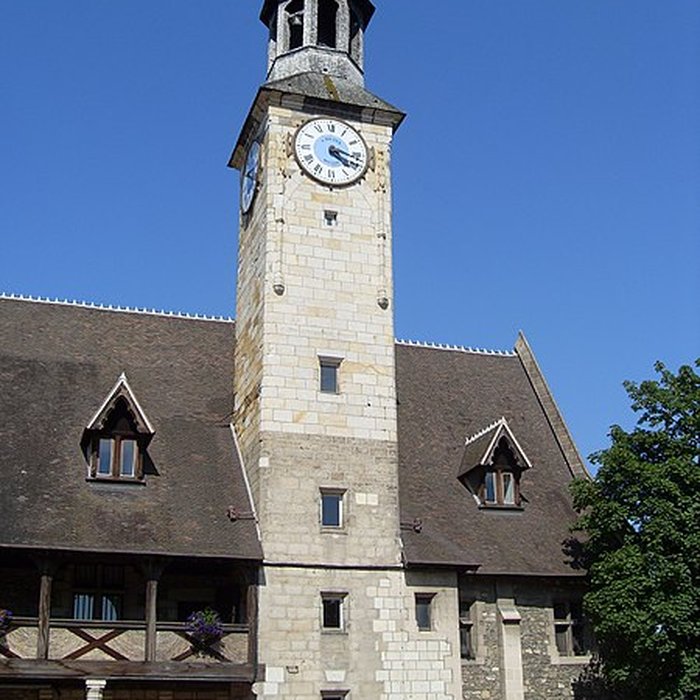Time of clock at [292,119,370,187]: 4:17
